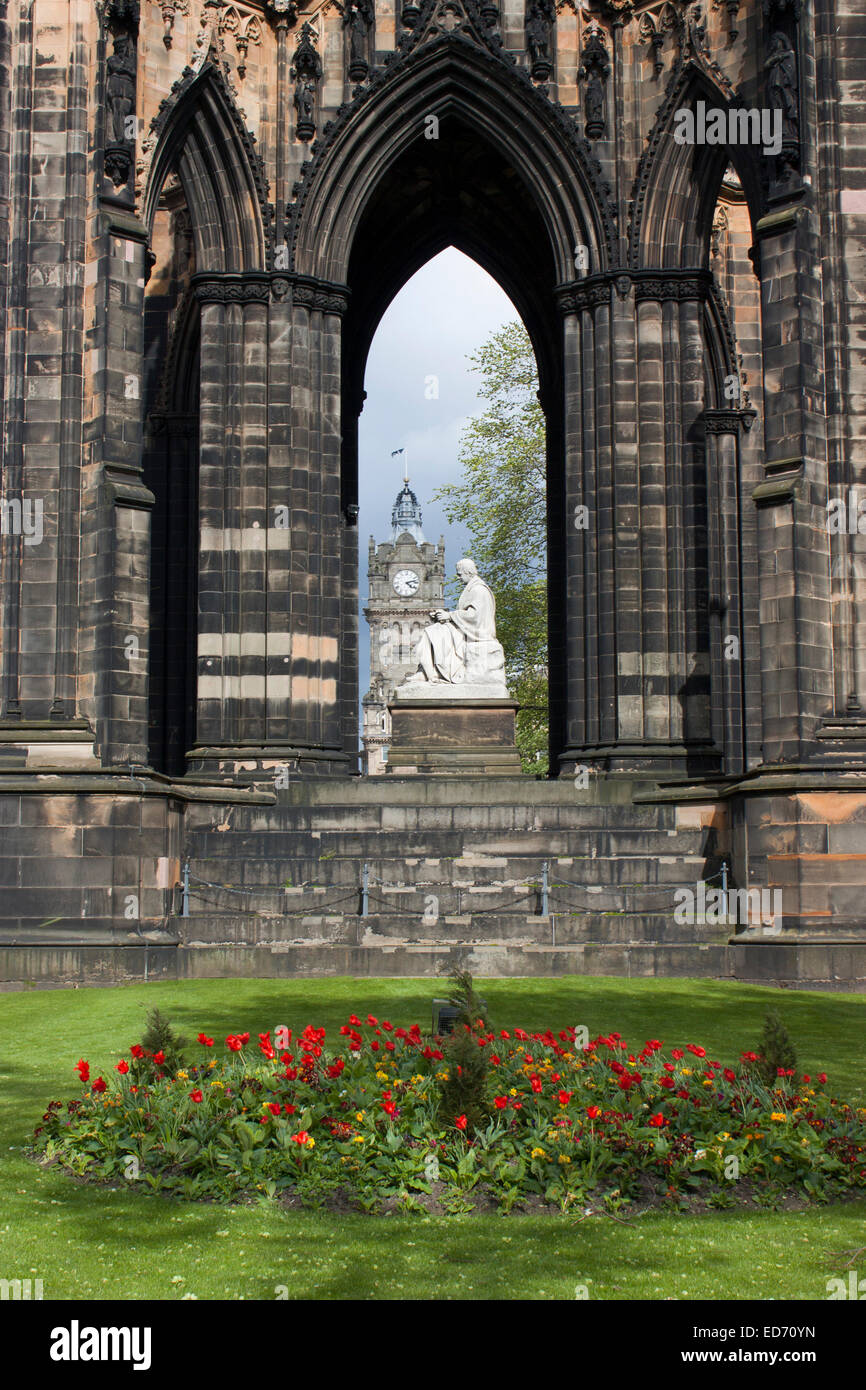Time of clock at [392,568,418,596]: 4:12
